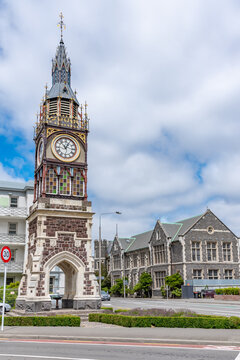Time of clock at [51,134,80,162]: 12:53
